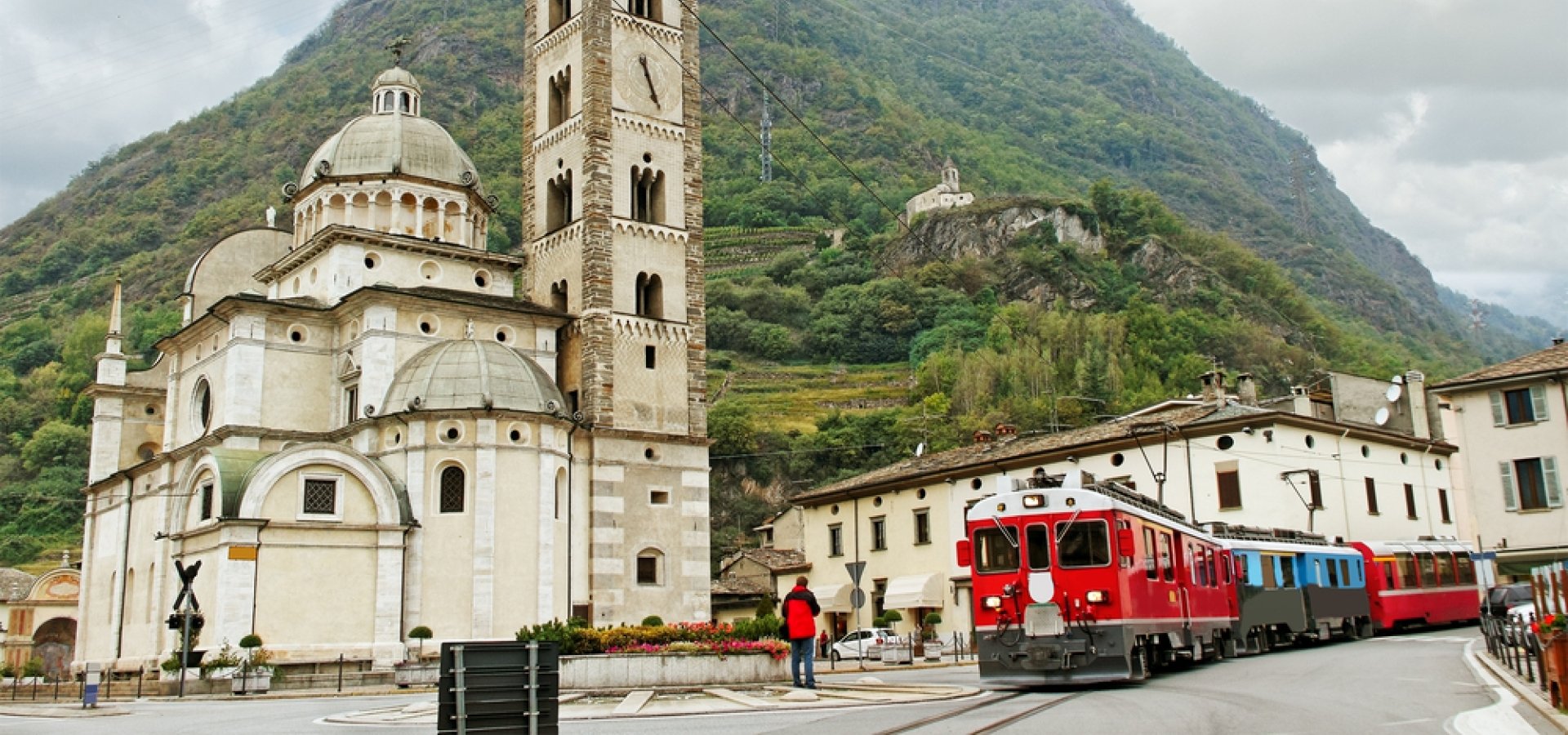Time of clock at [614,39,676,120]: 5:26
